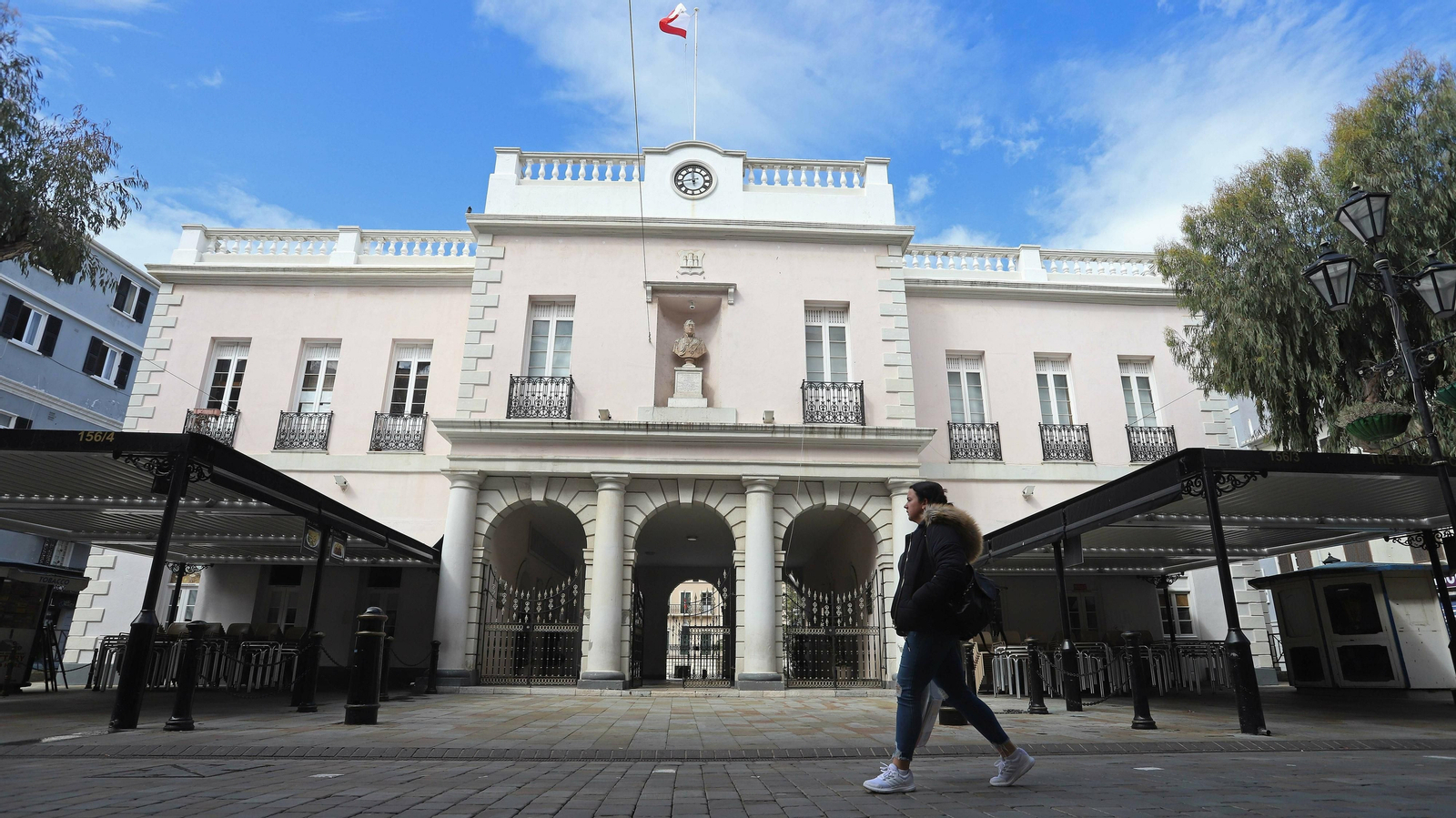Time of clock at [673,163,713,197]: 11:43
